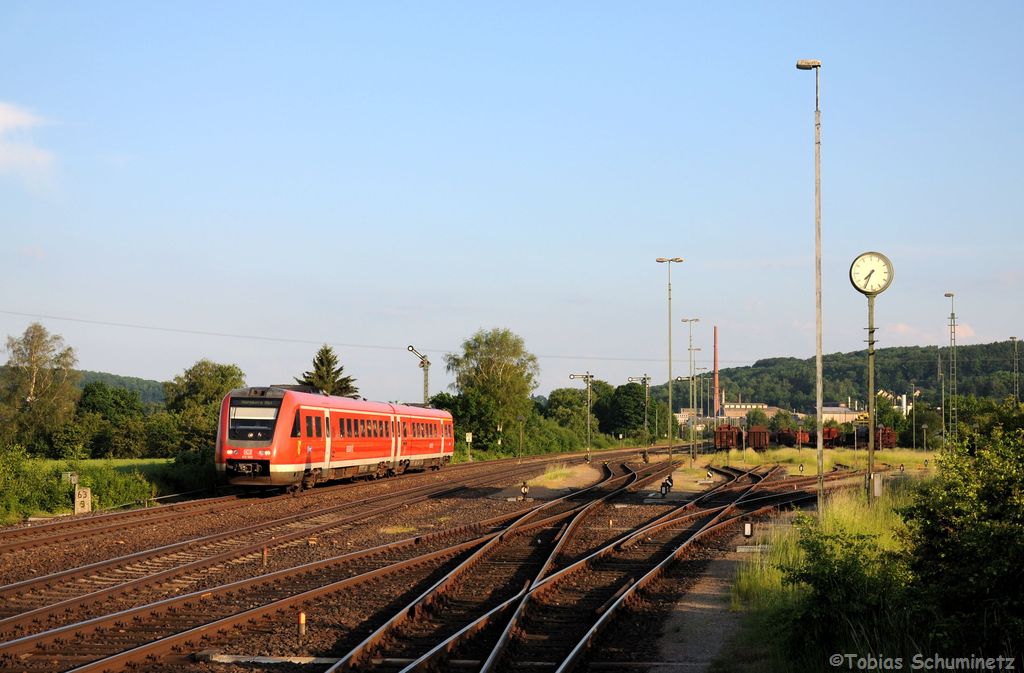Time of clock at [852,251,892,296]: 7:34
